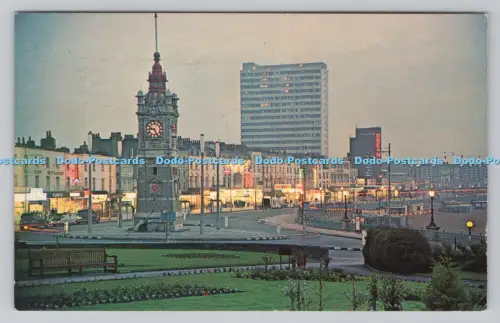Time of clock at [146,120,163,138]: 9:26
